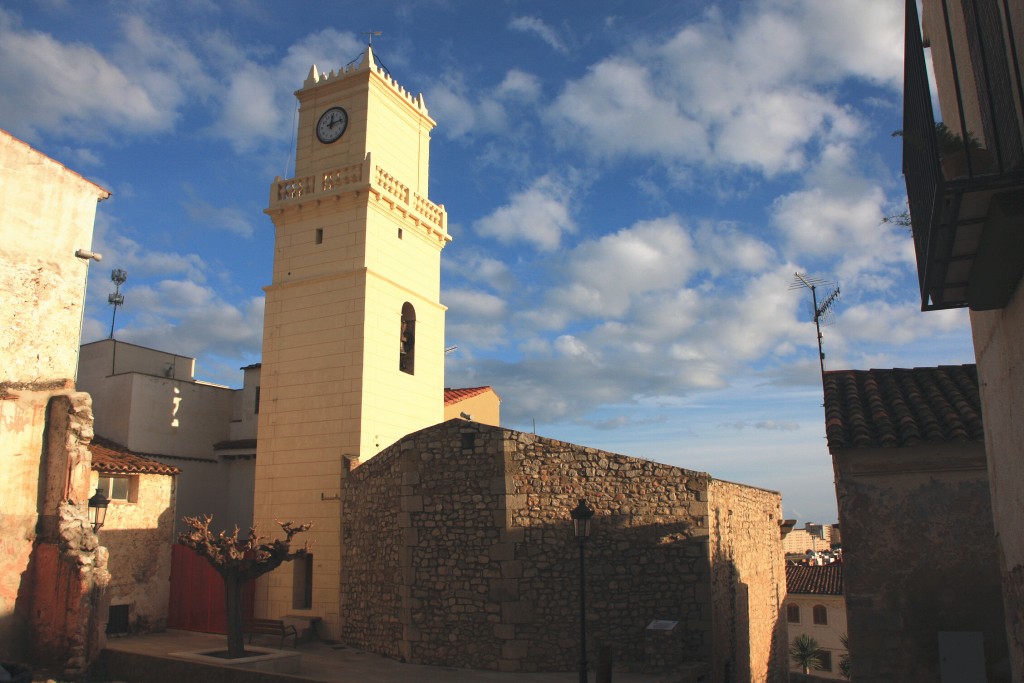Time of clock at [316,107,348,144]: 12:12
